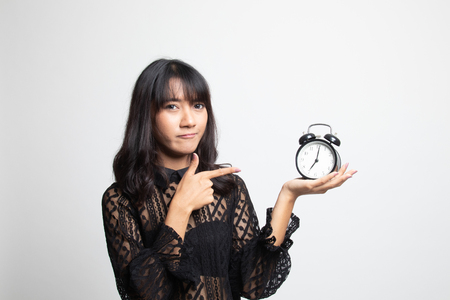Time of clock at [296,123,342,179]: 7:01
